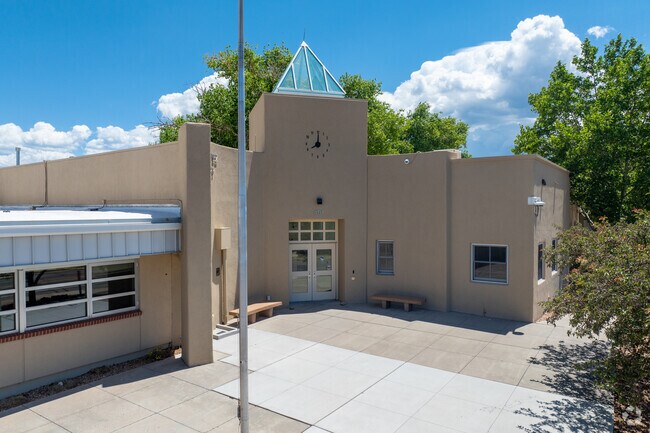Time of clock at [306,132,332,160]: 8:00
